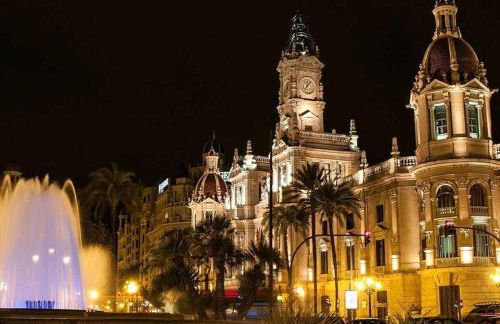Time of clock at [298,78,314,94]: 7:07
